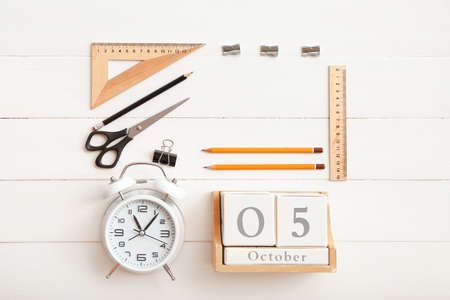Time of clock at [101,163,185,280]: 11:06
